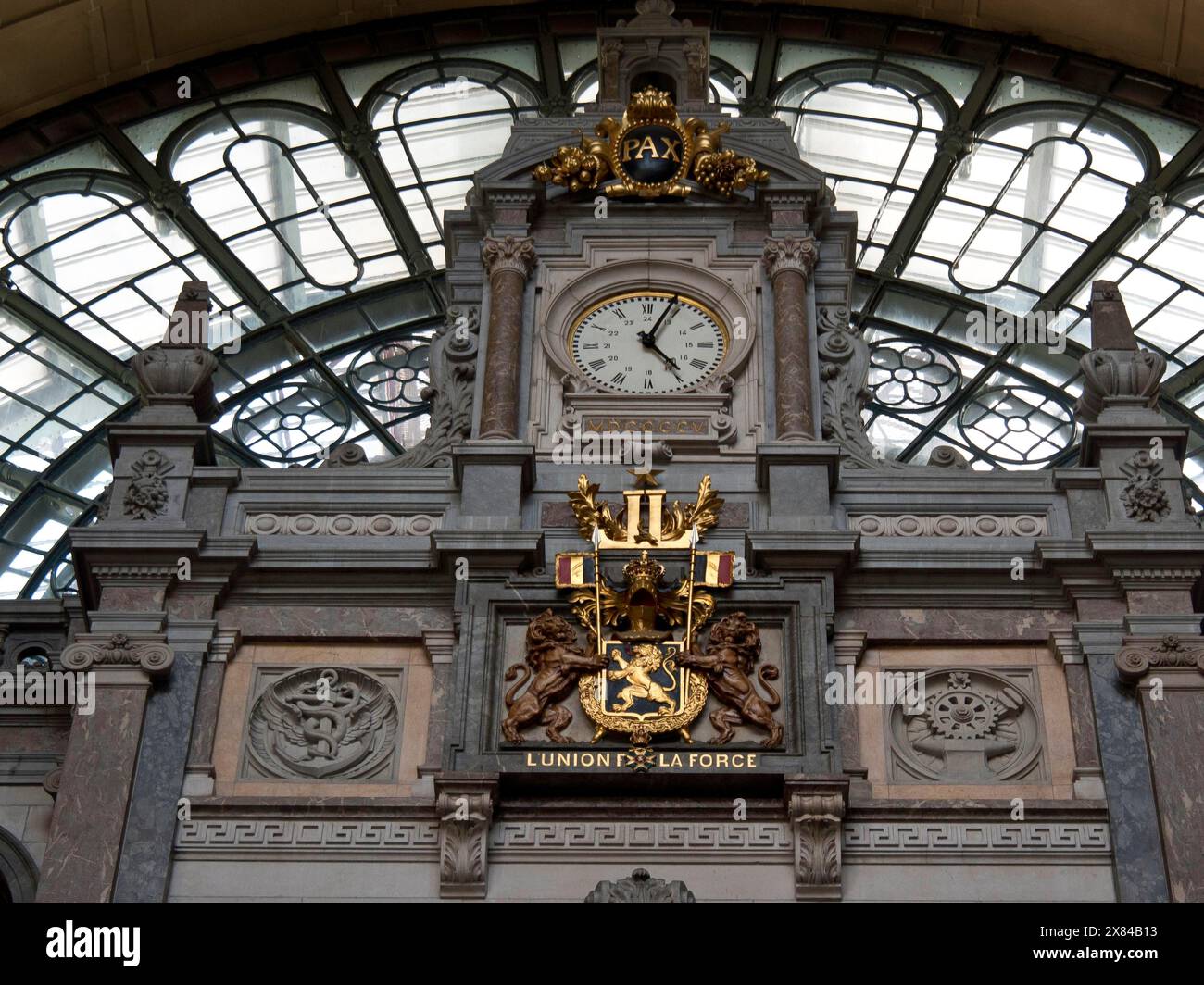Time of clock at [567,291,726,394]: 5:03
